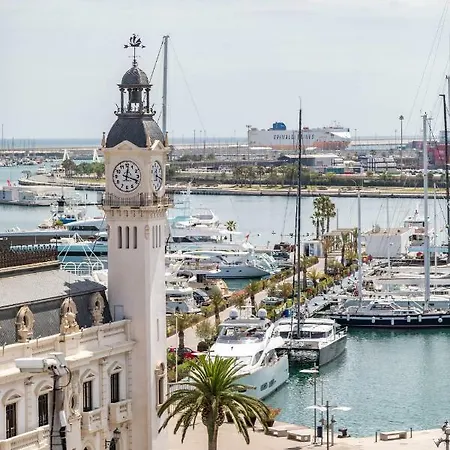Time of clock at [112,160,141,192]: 12:18
